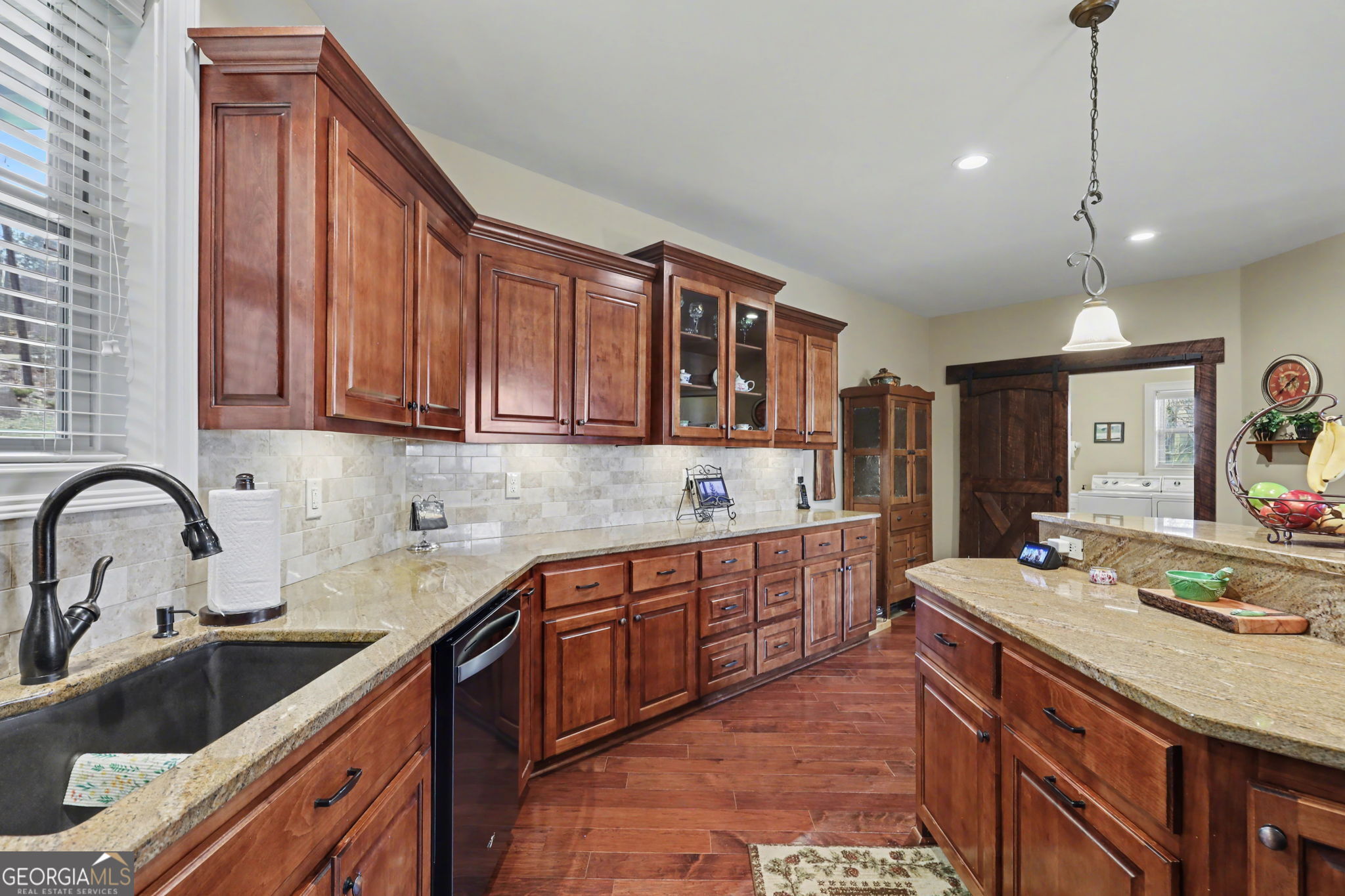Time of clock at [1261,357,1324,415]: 1:37
